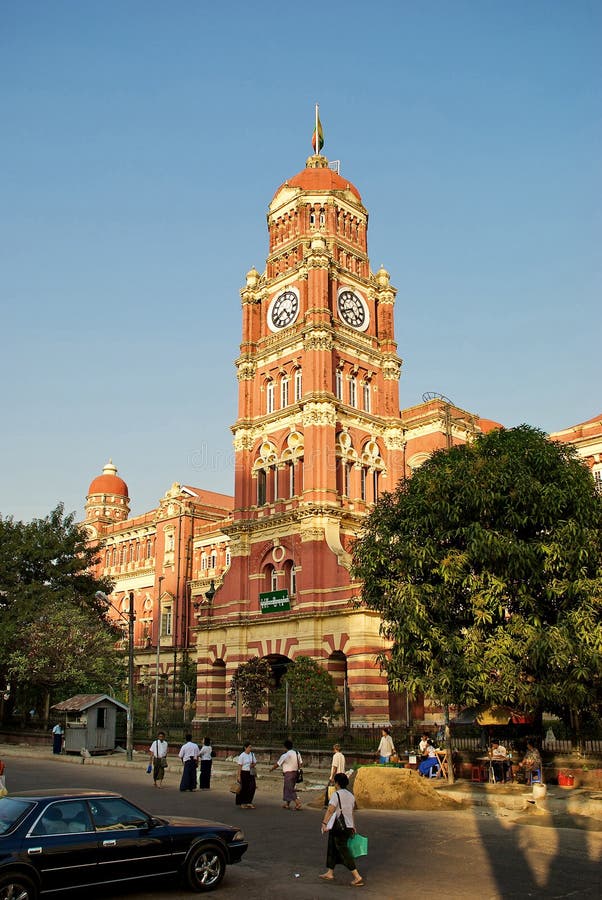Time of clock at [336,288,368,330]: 4:40
